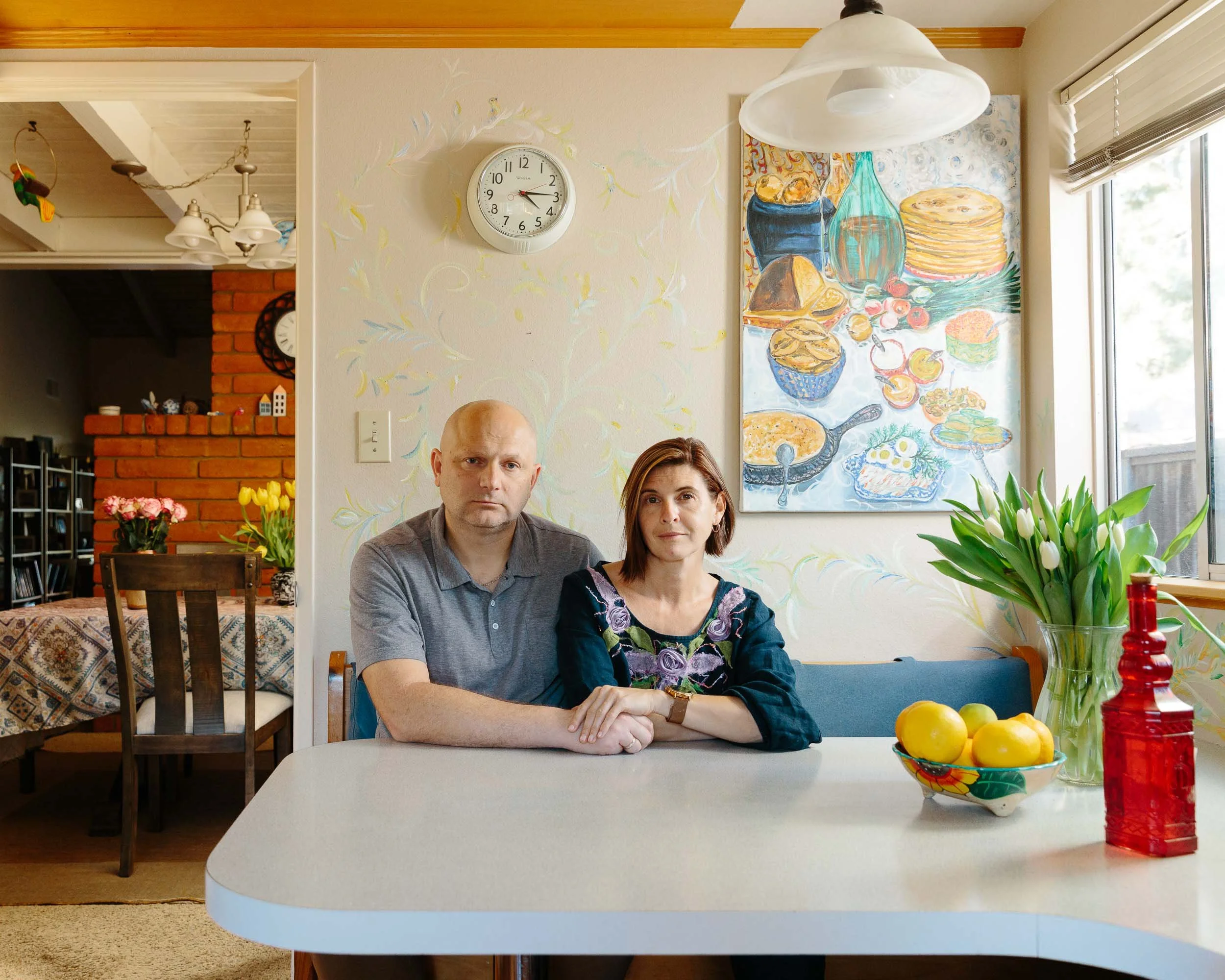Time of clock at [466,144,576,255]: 4:14
